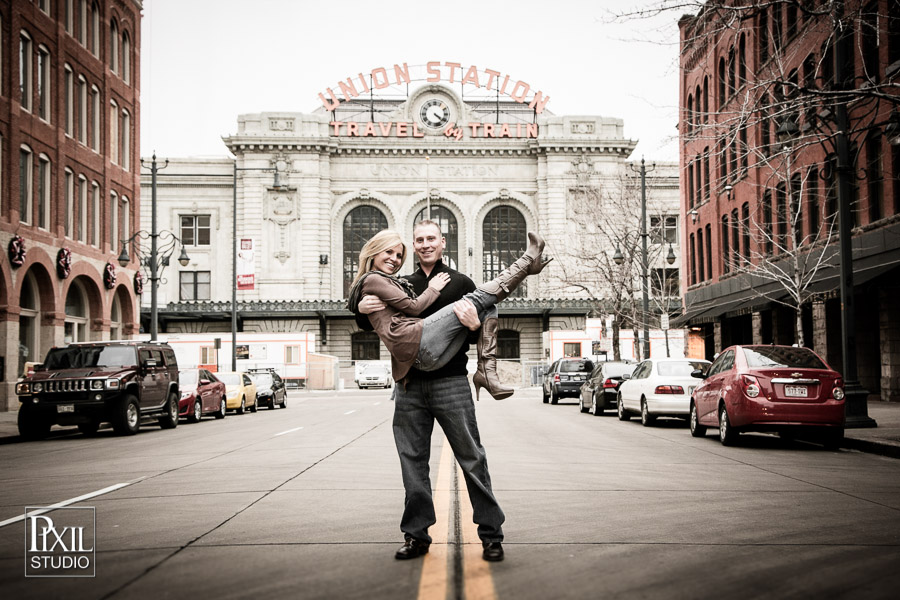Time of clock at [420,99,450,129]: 4:20
